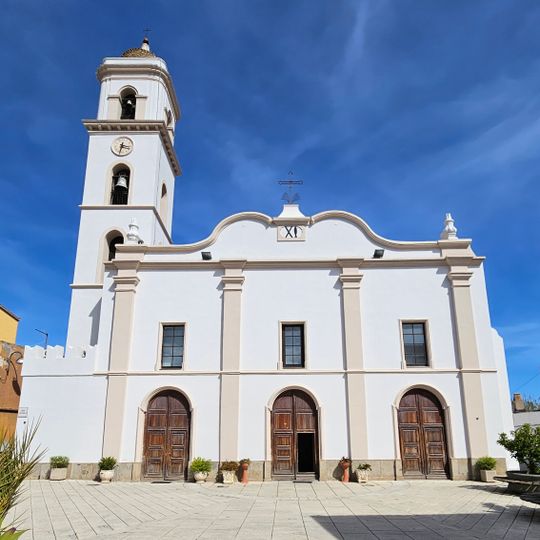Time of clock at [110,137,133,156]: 3:32
